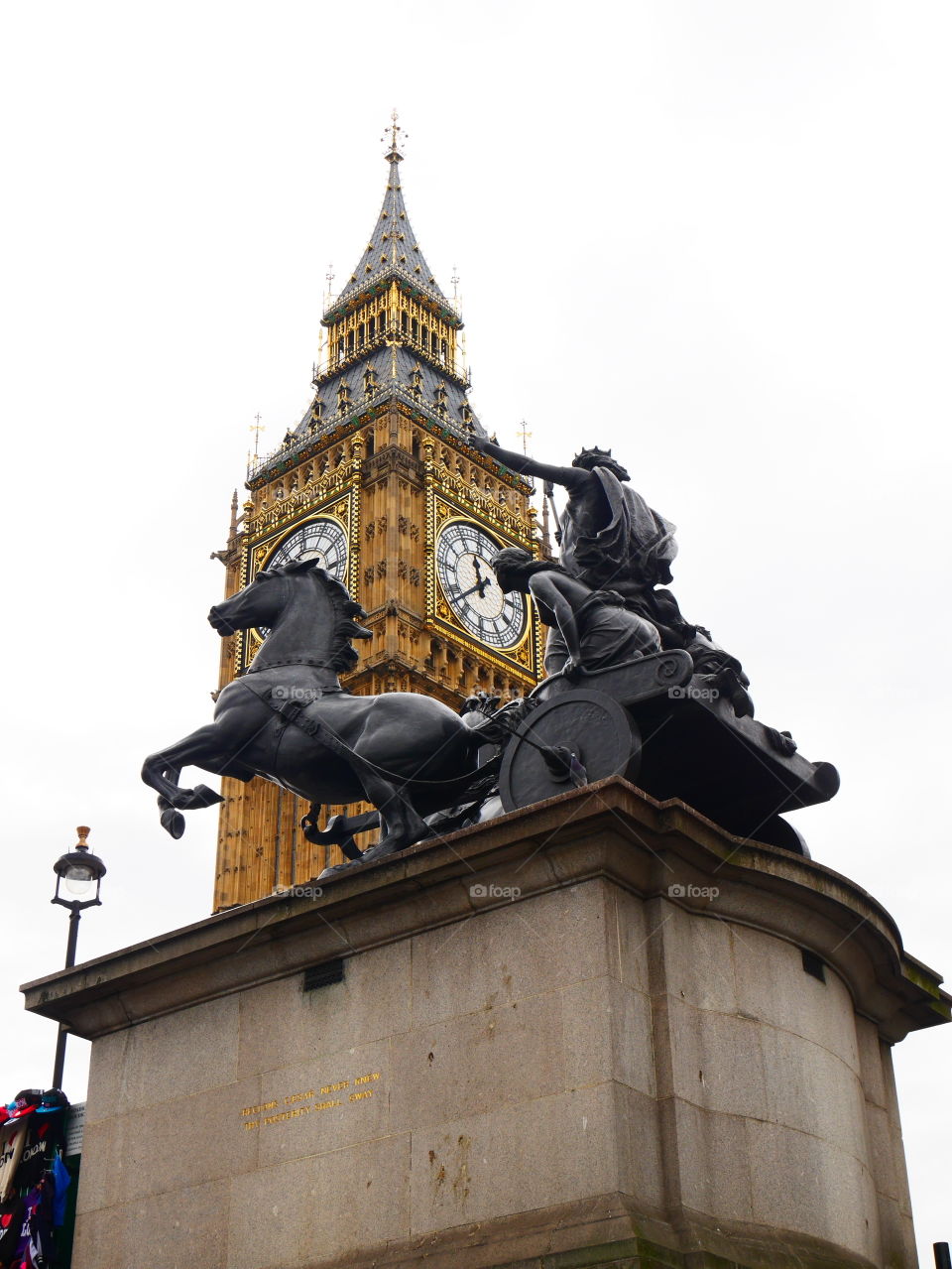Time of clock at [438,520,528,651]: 11:38
